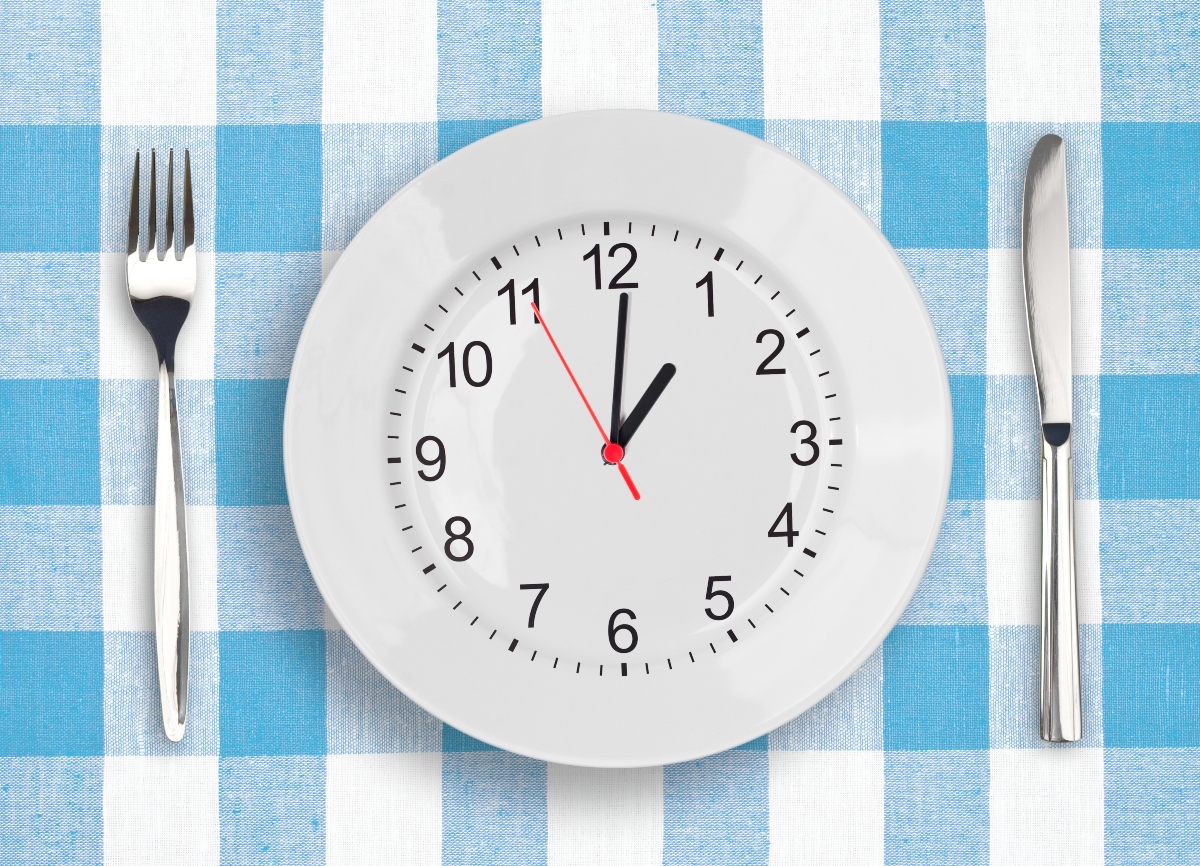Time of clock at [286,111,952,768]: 1:00
